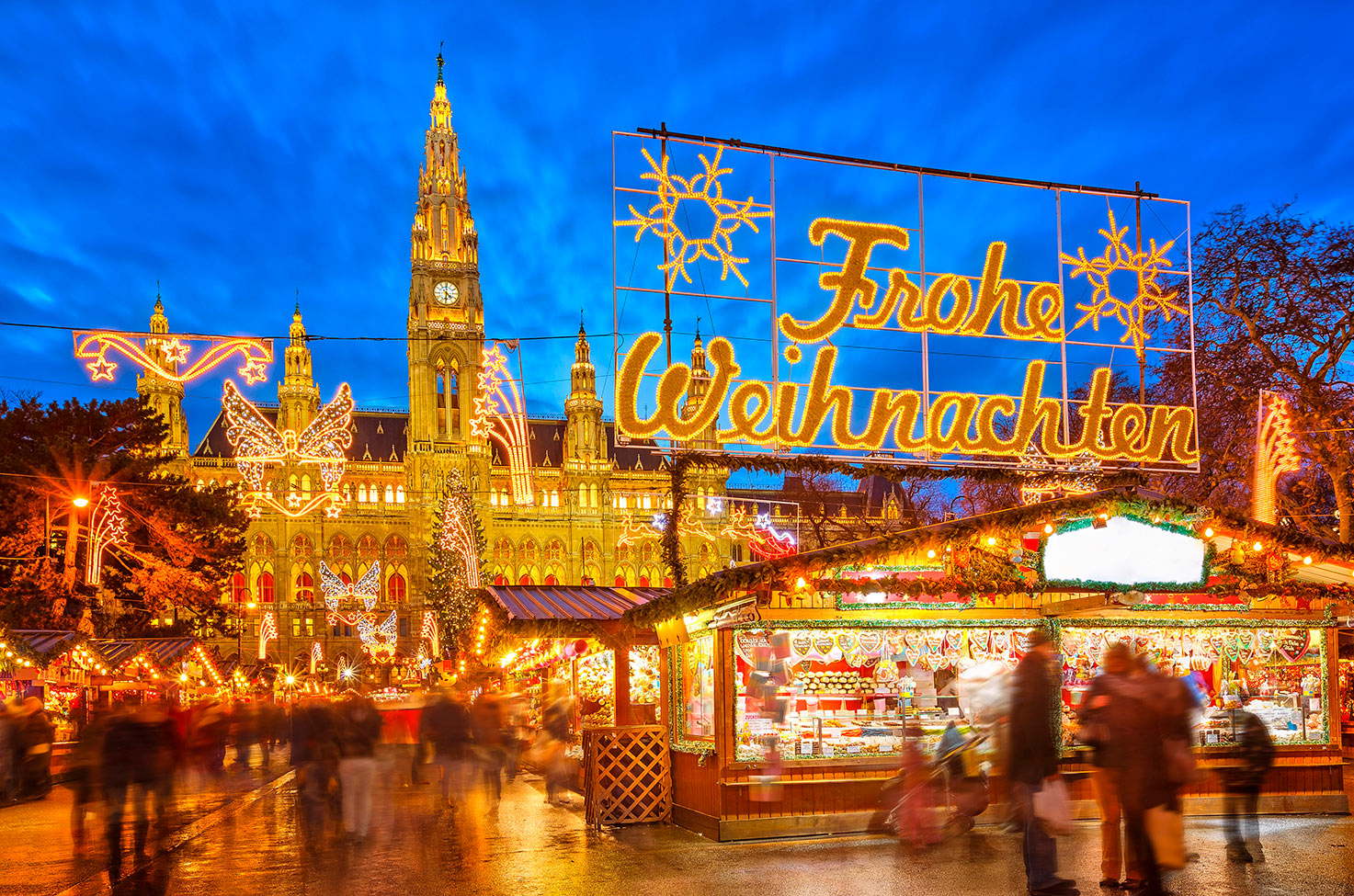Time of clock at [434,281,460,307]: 4:31
